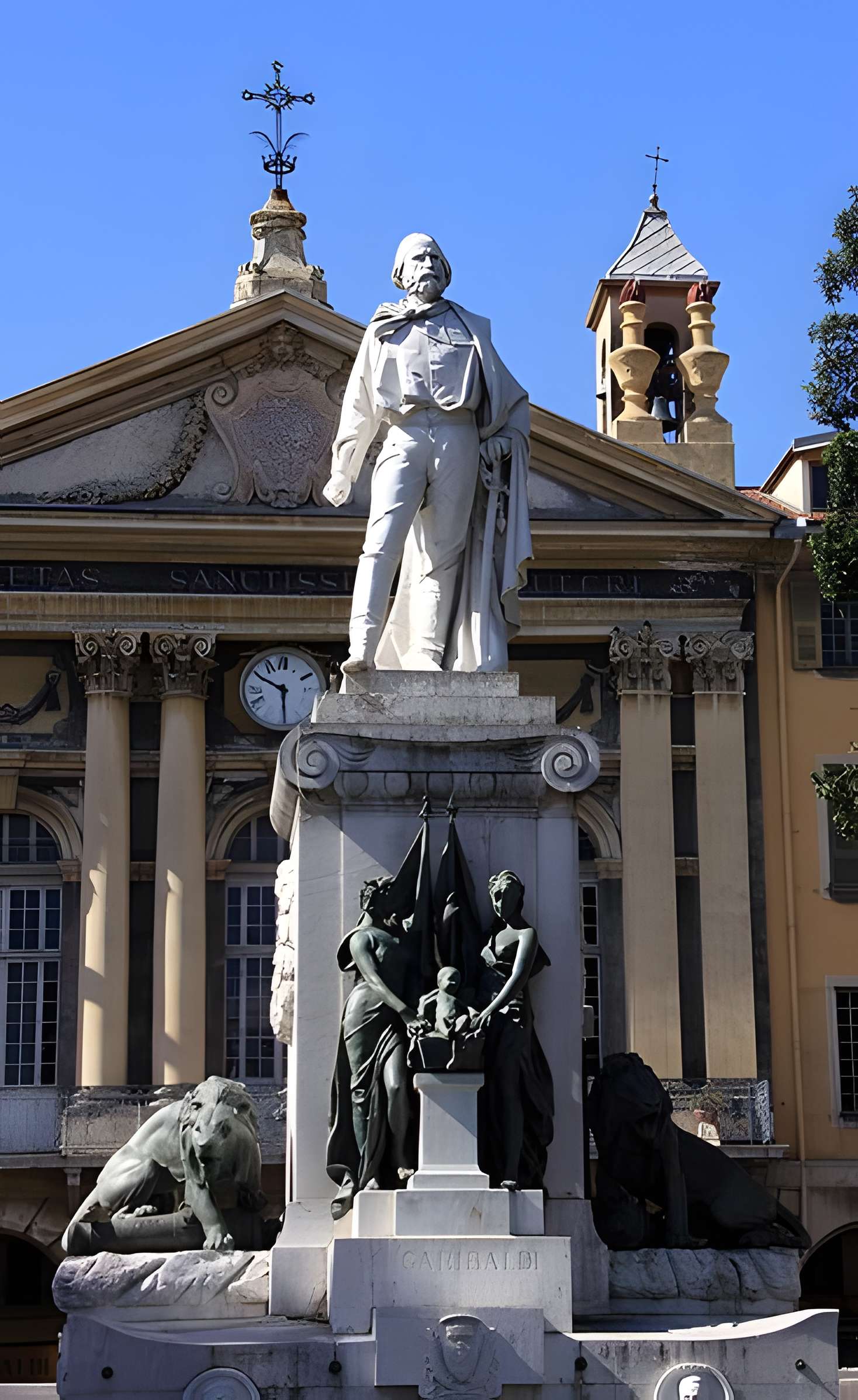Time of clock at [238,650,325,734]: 5:49
